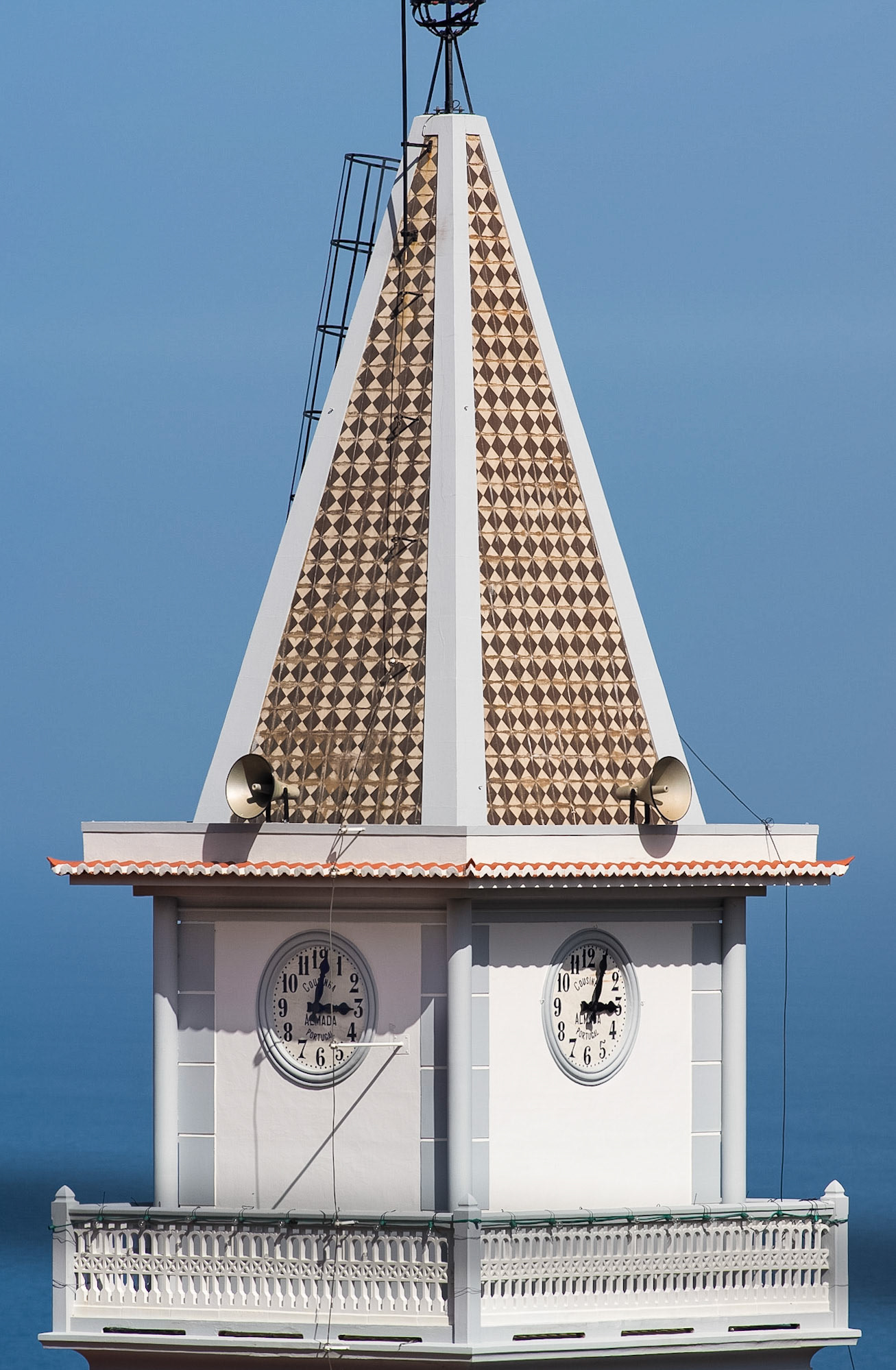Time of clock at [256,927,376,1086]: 3:01
